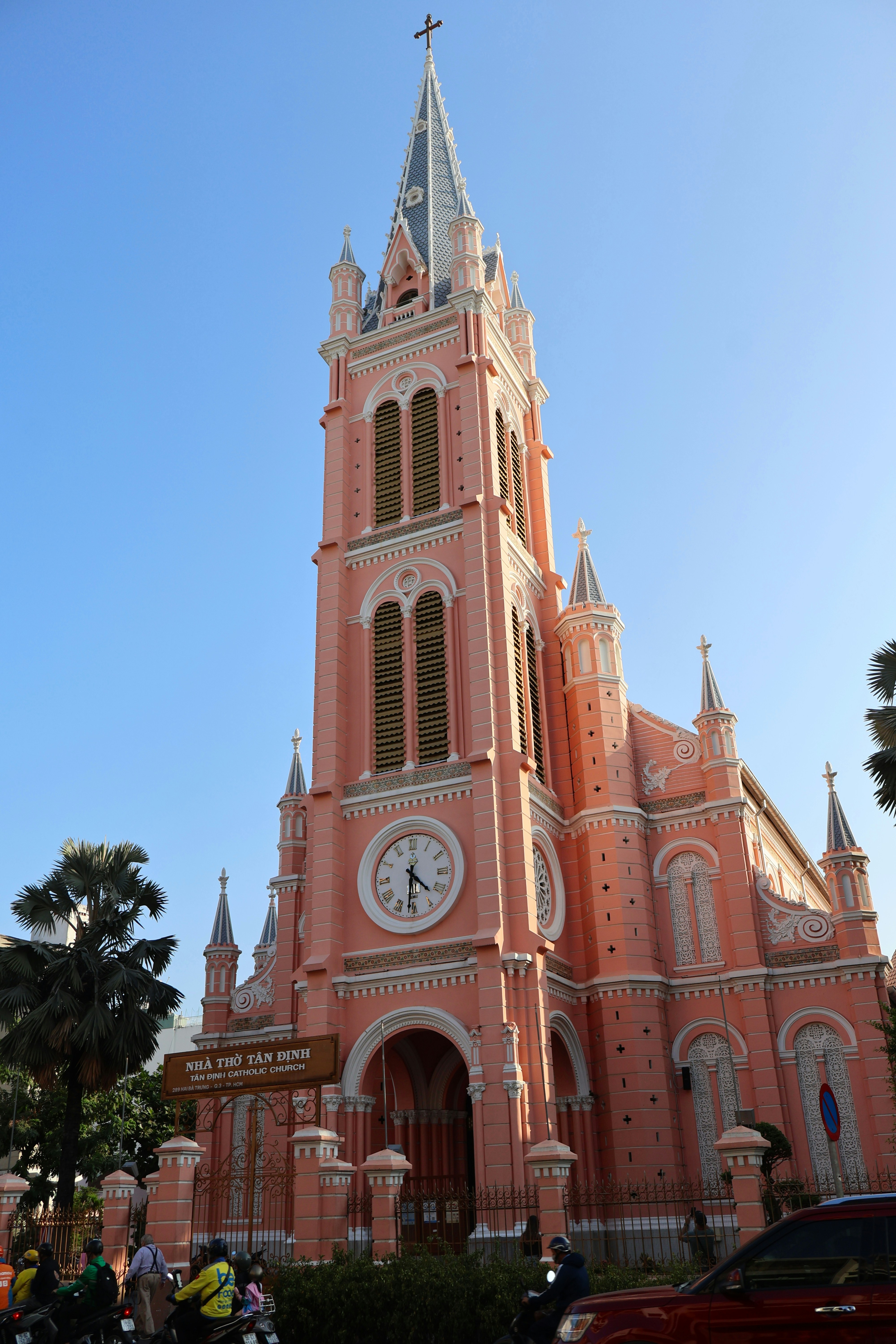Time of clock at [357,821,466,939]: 4:31
